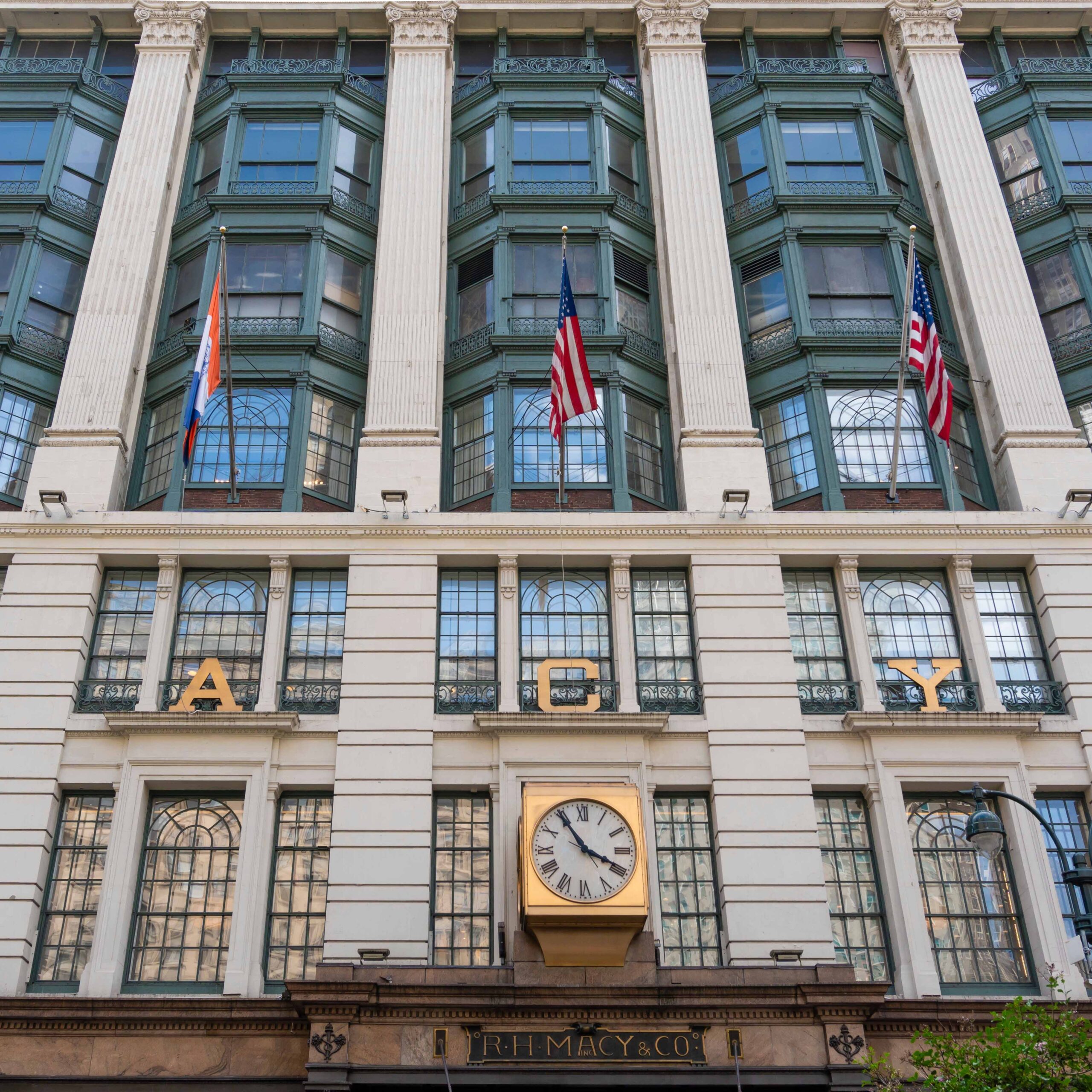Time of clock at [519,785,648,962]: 3:54
